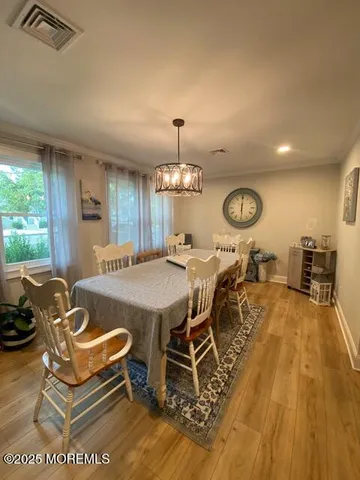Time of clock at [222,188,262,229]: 6:00
